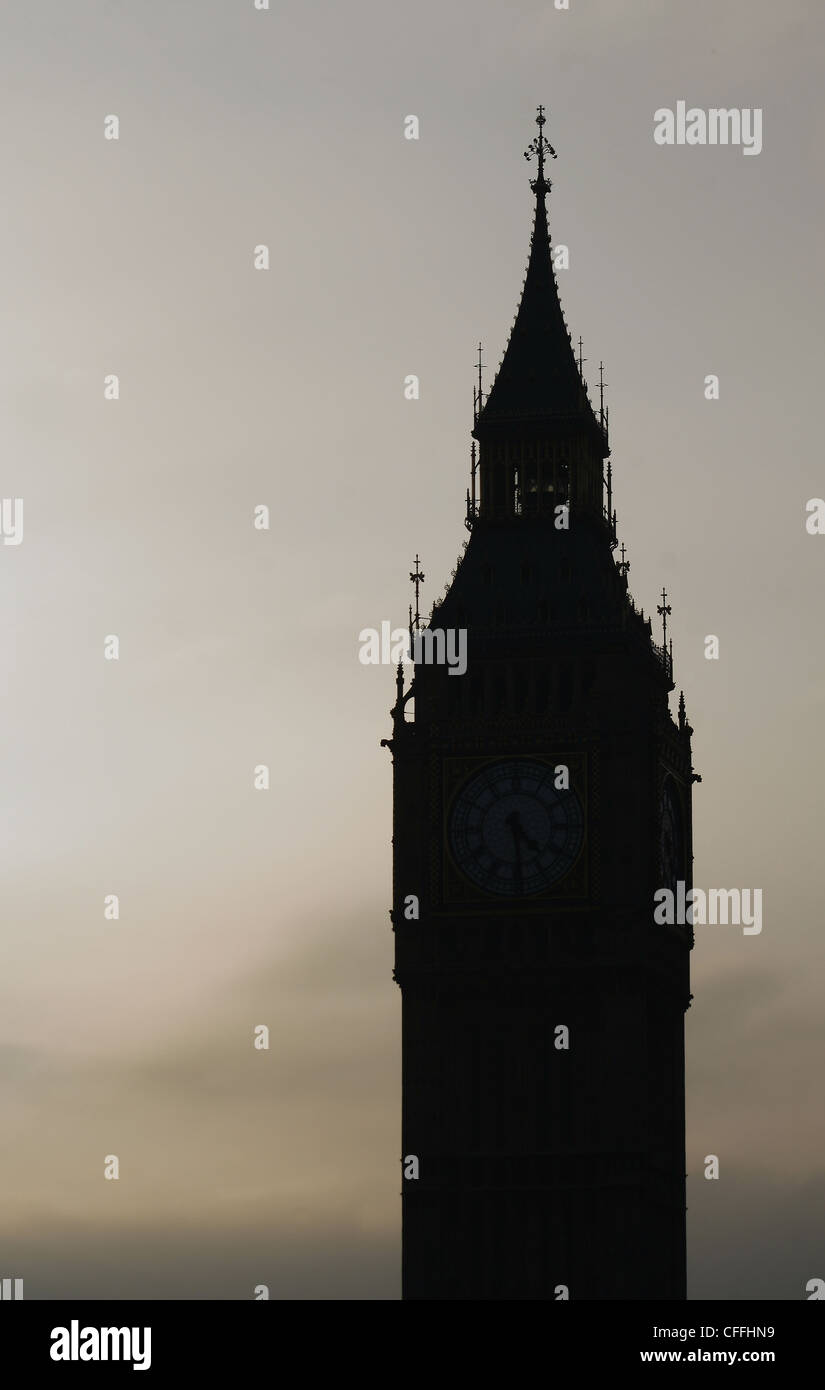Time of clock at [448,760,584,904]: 4:29
